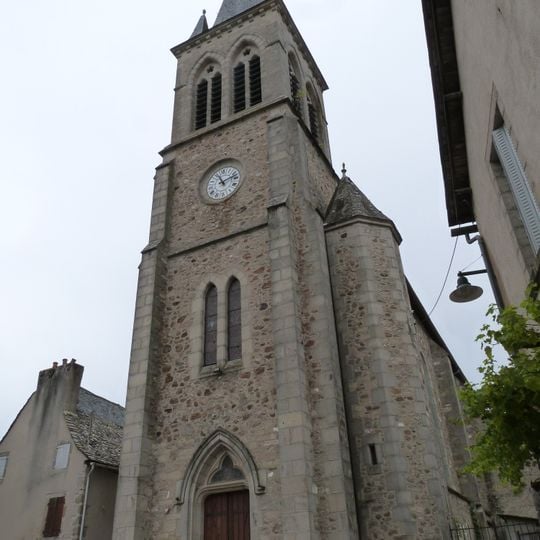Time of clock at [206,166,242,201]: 11:12
